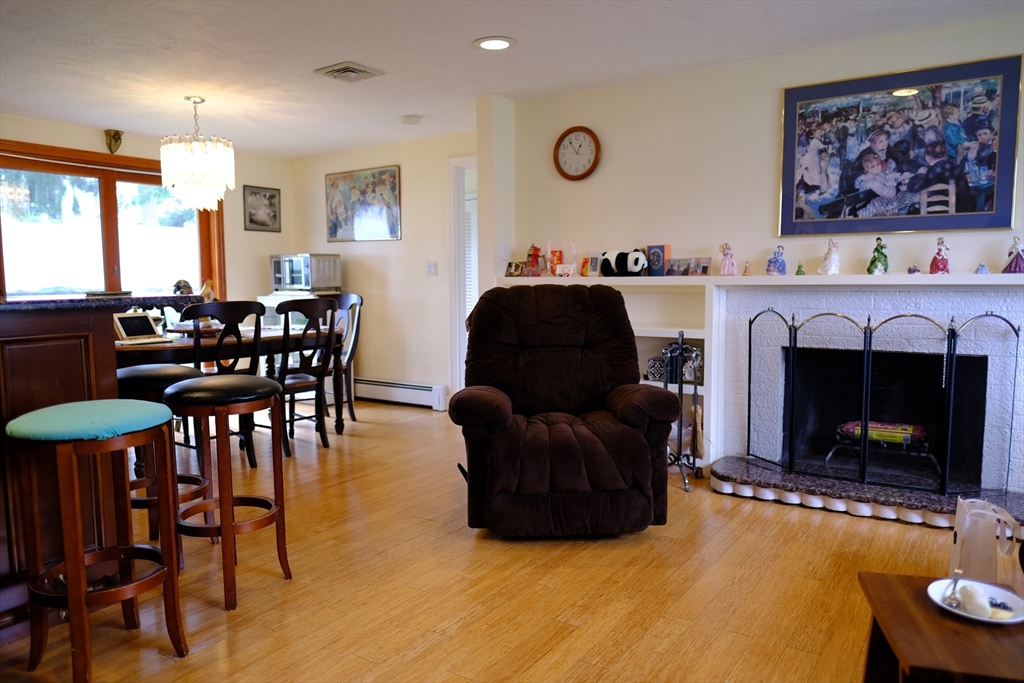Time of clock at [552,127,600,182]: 12:54
